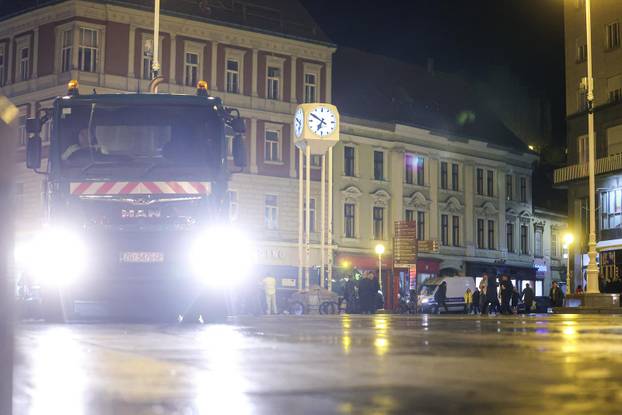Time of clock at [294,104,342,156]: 6:50
